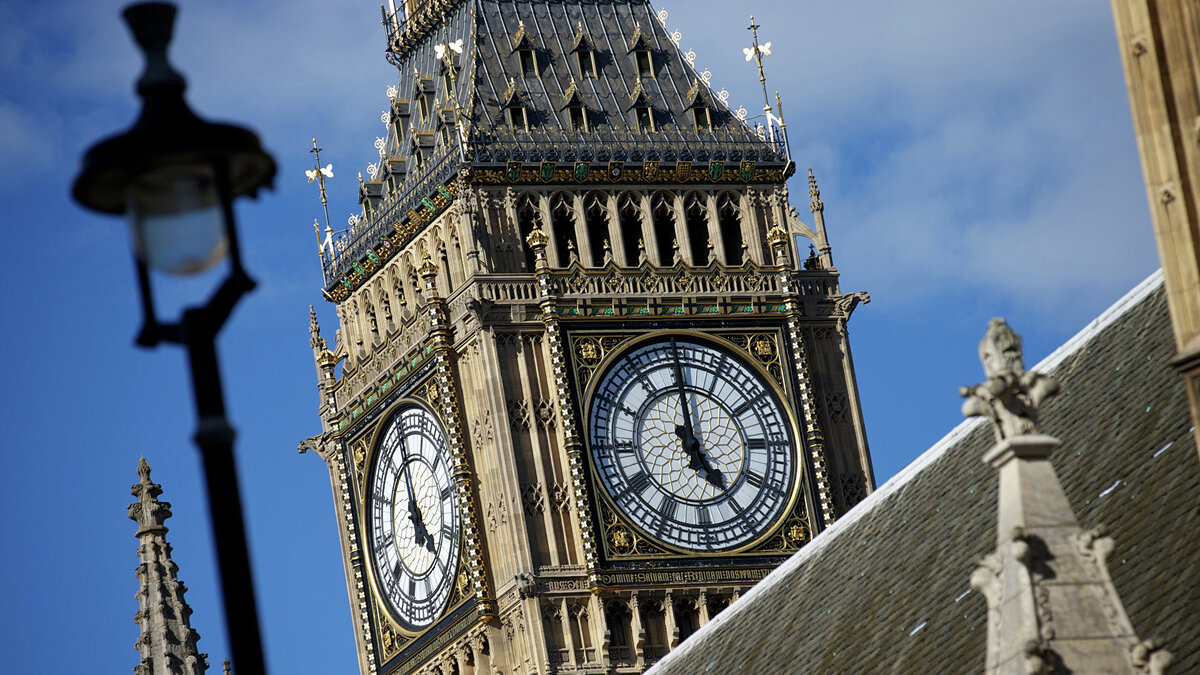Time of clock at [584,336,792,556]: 4:59
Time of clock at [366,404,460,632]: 3:58
